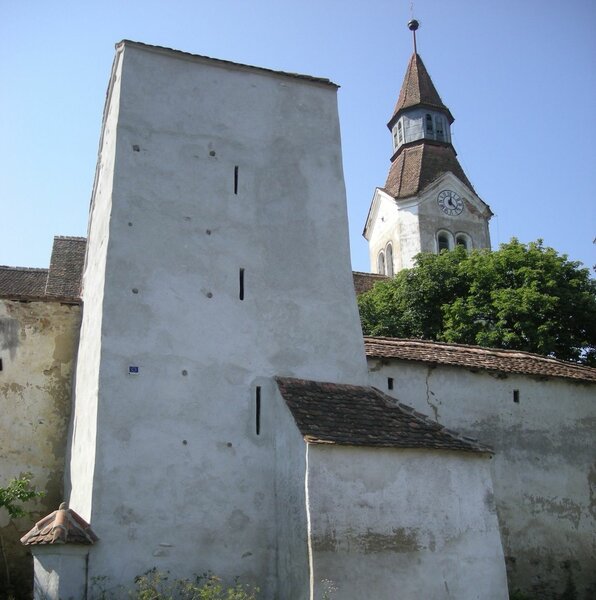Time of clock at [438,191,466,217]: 12:22
